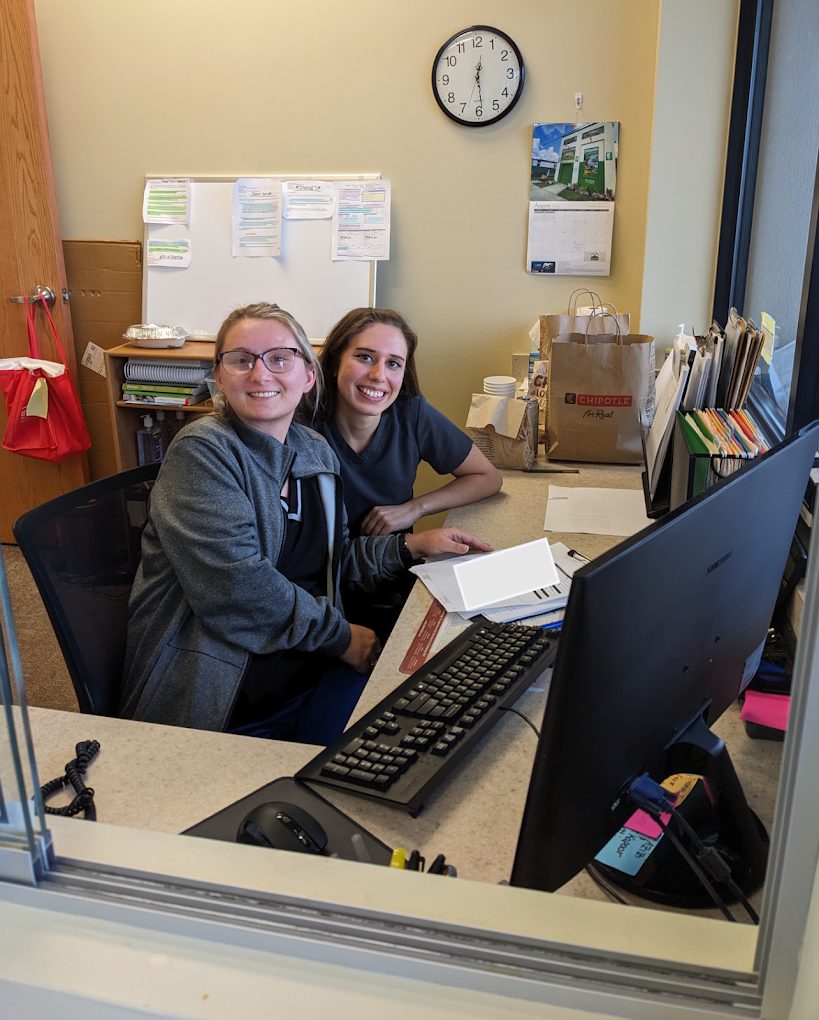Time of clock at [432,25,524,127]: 12:29
